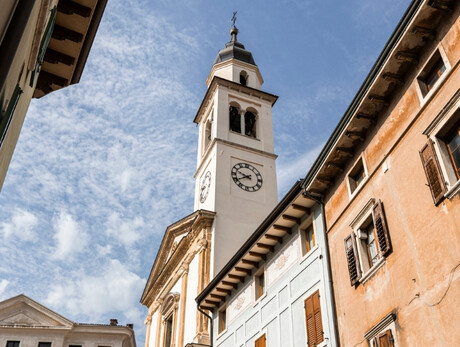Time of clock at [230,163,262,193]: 9:40
